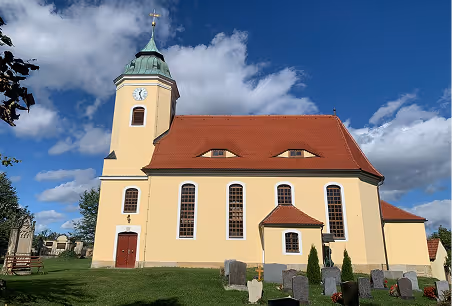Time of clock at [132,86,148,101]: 12:26
